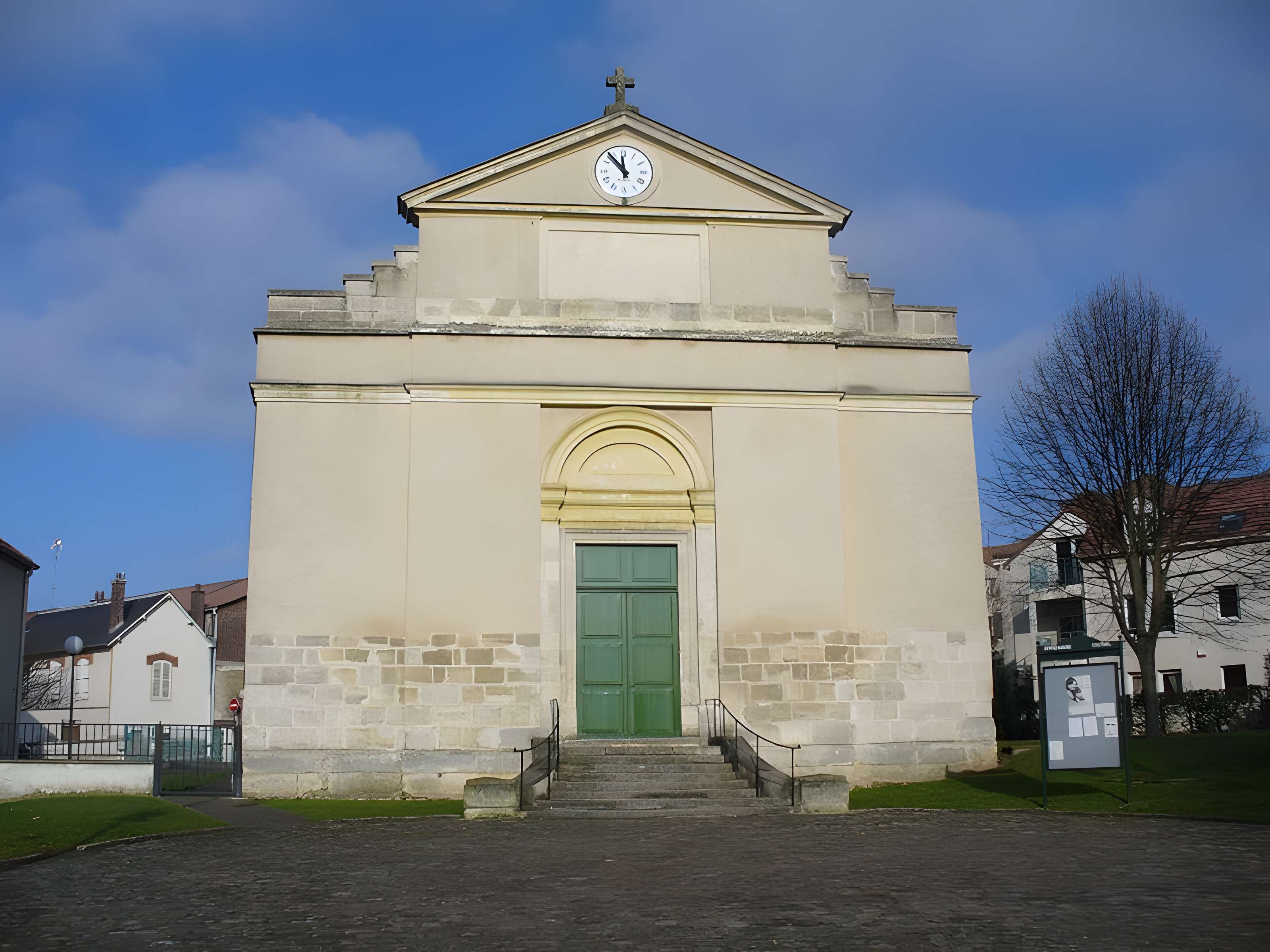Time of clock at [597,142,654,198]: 11:53
